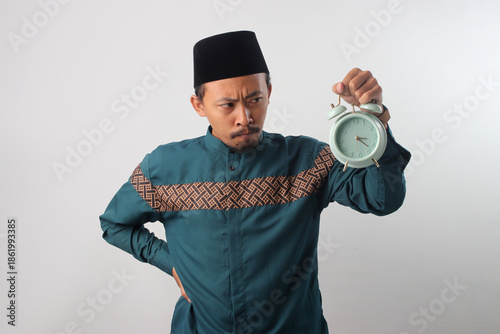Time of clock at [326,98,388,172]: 3:22
